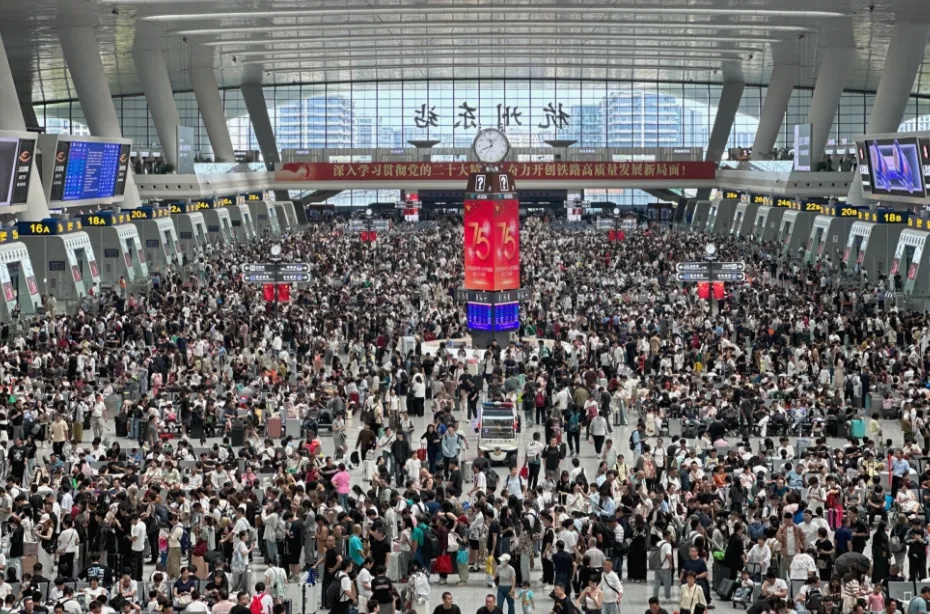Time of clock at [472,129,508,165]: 11:41
